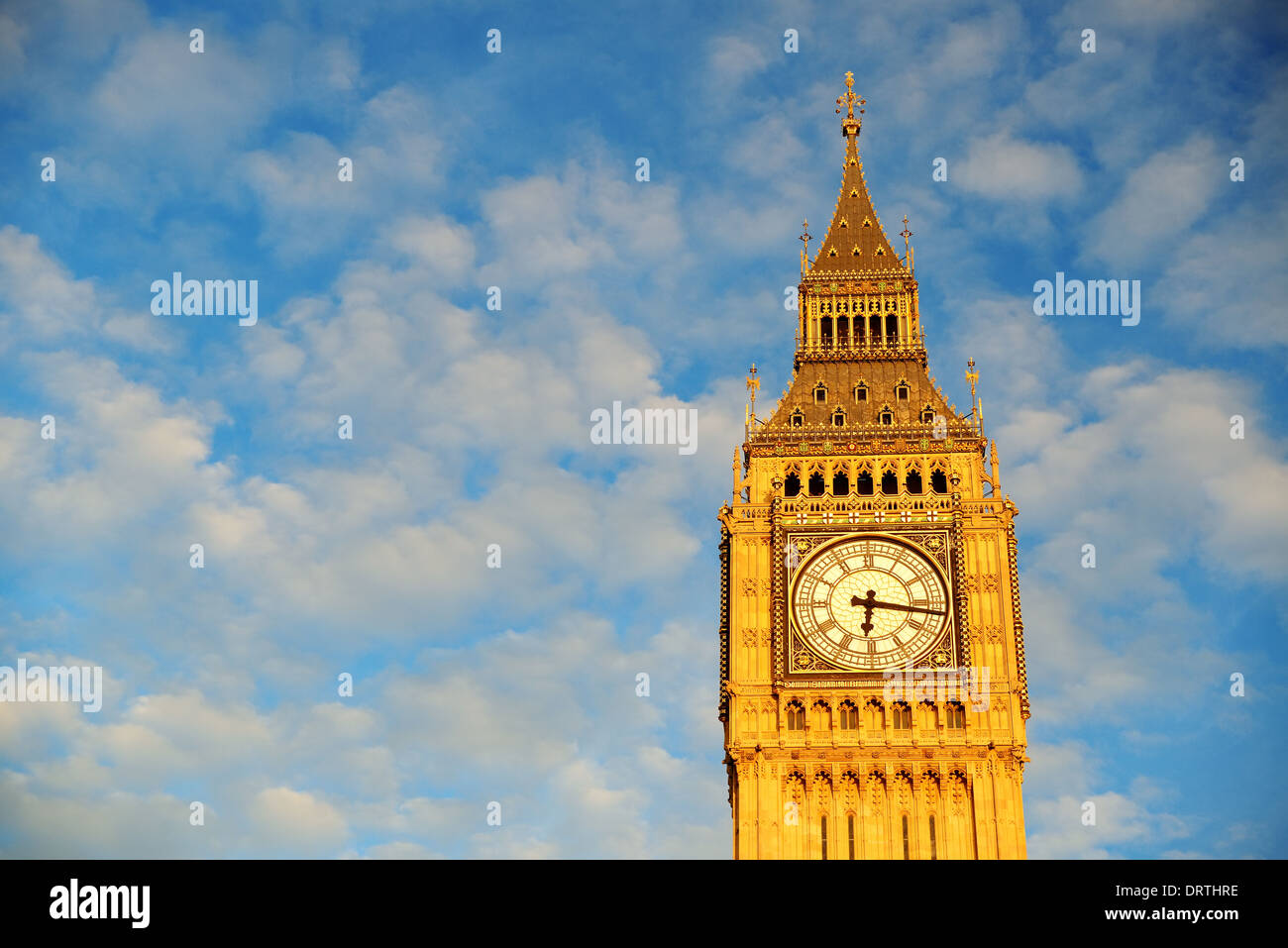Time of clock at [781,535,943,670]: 6:16
